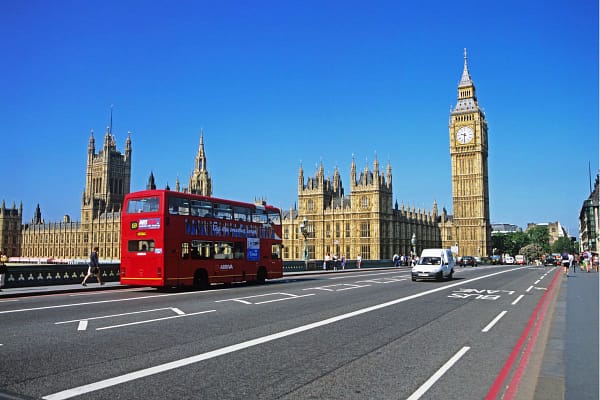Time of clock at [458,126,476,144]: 9:31
